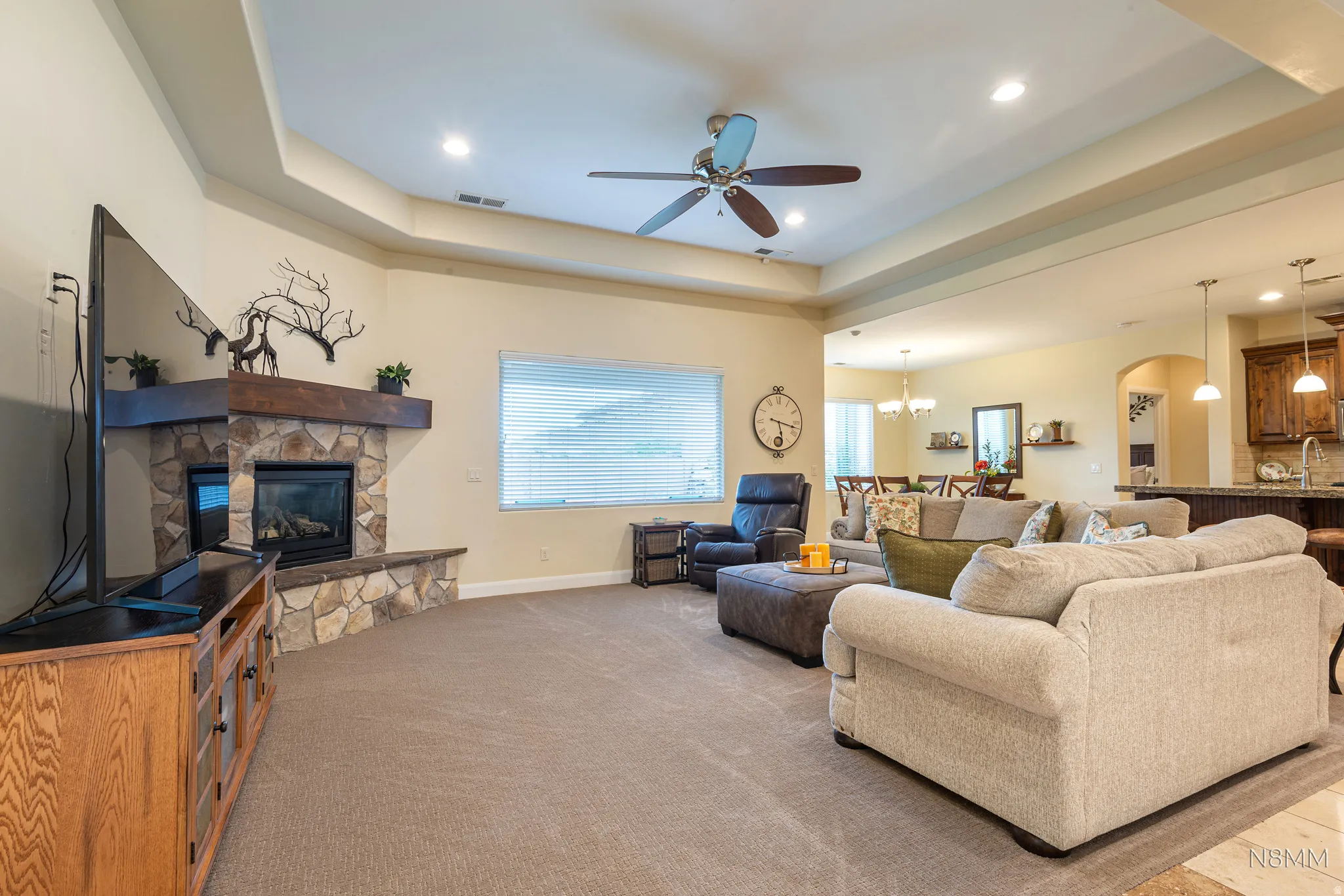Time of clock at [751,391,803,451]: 5:17
